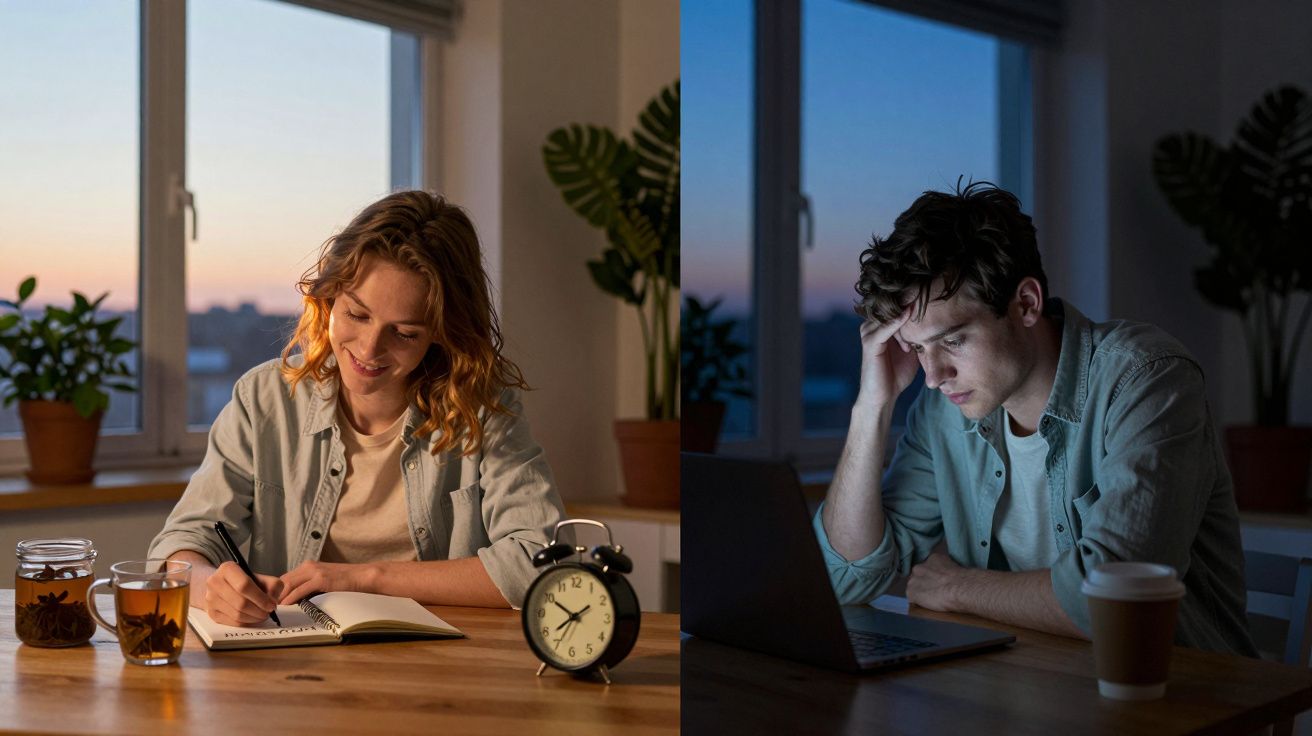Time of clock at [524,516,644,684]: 1:50
